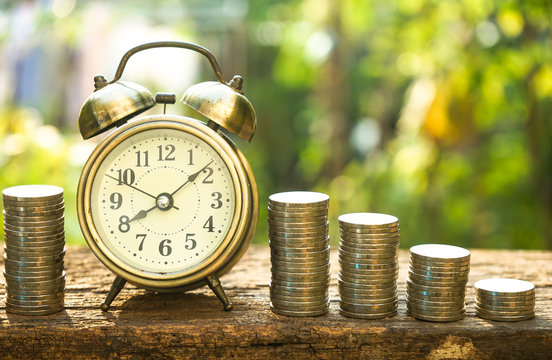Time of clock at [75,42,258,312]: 8:08
